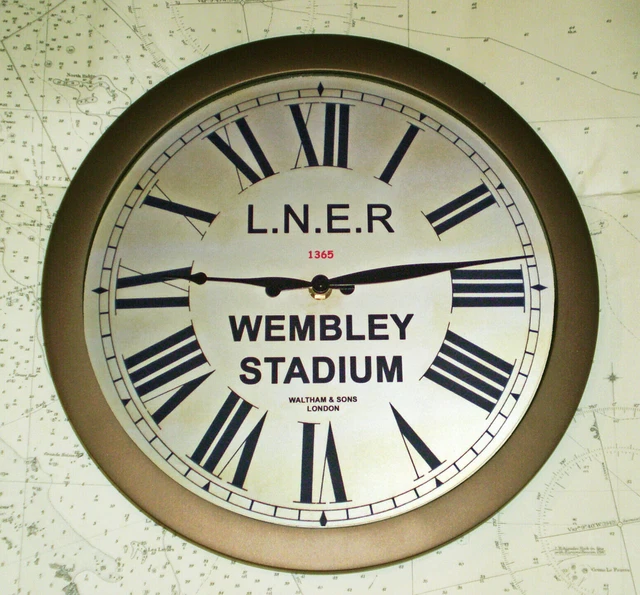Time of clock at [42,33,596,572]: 2:45
